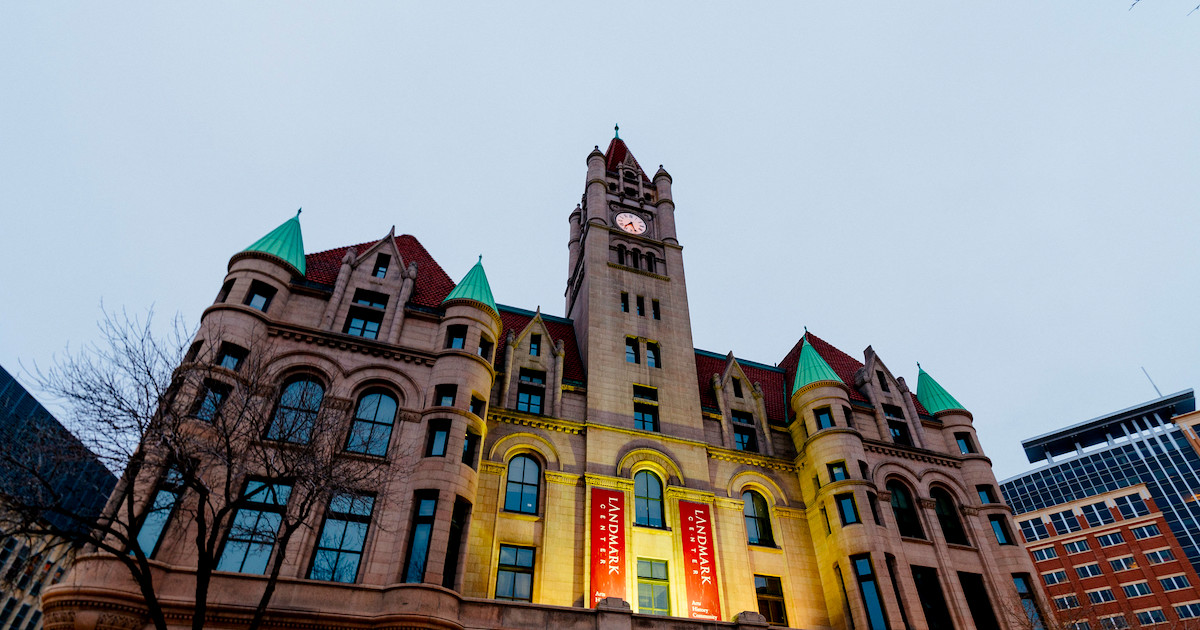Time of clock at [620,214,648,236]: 7:26
